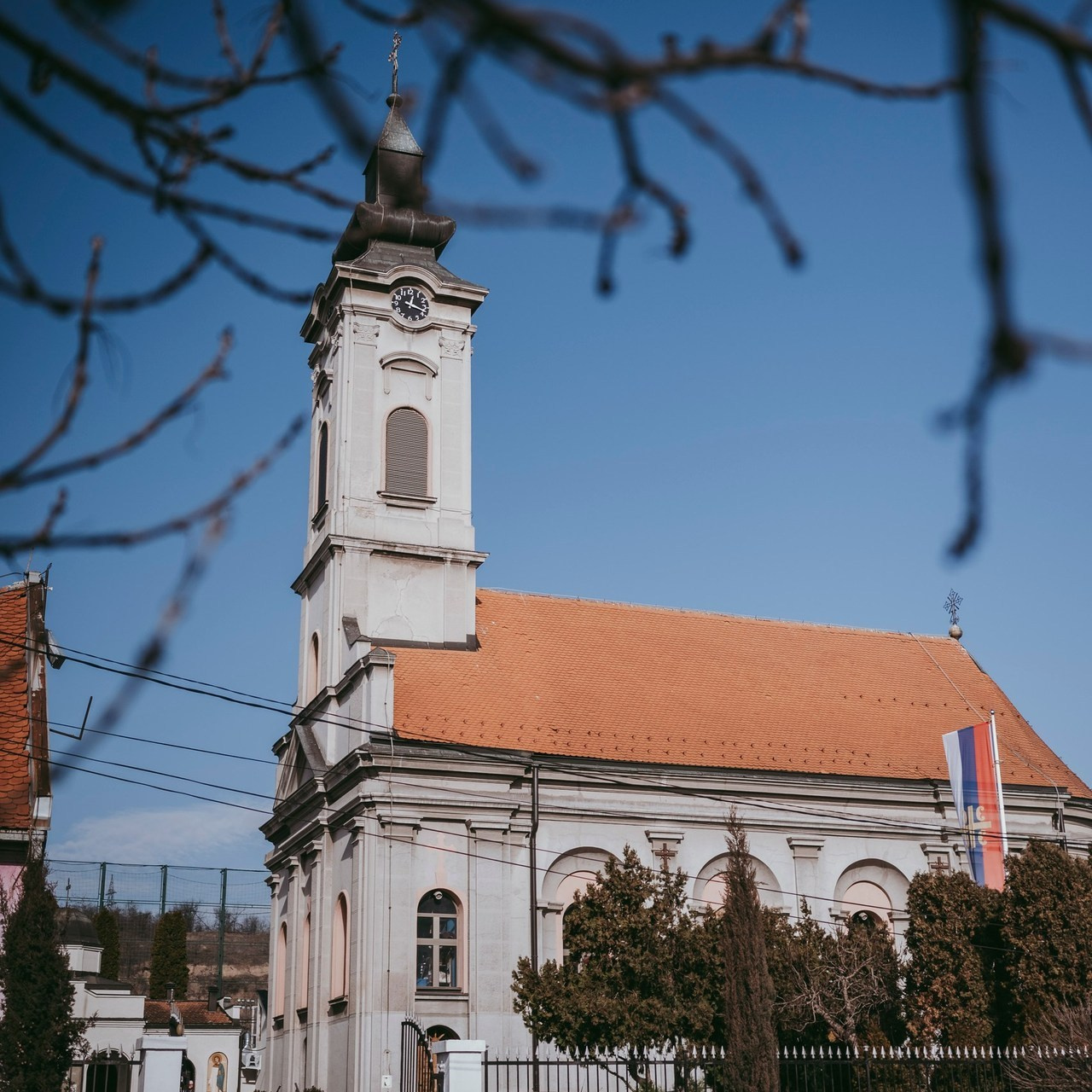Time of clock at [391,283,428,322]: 12:18
